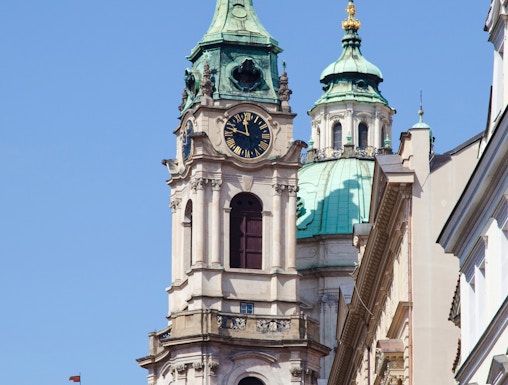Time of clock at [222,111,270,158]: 11:47
